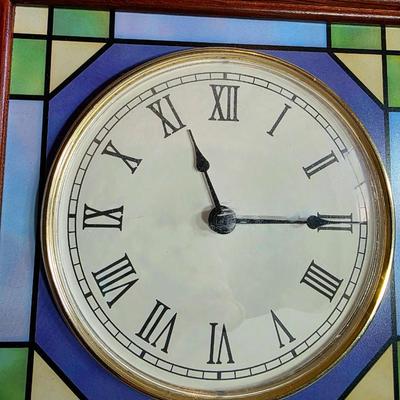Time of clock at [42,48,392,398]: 11:14
